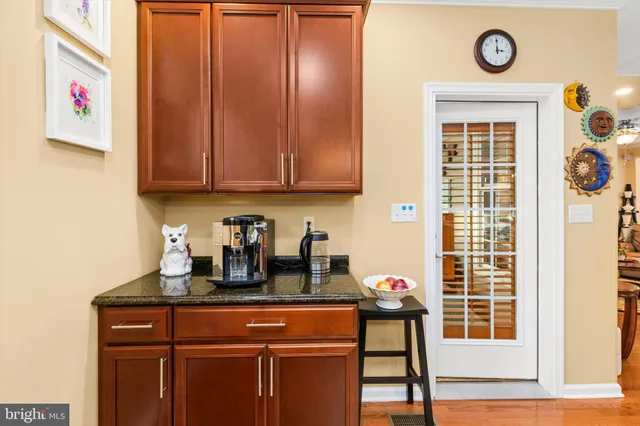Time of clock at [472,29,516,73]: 2:59
